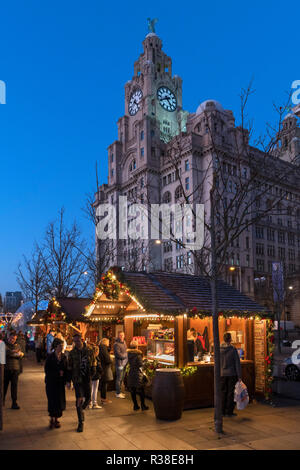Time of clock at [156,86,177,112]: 4:40
